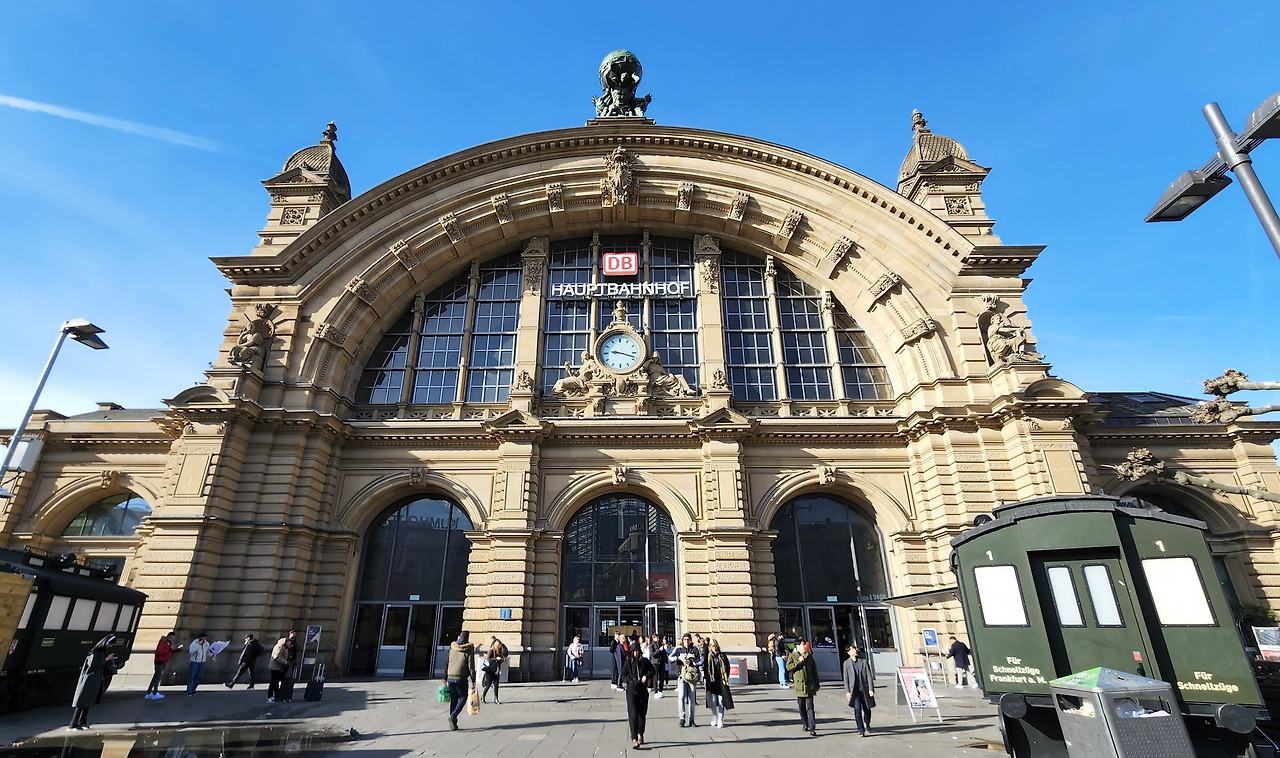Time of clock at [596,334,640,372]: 9:18
